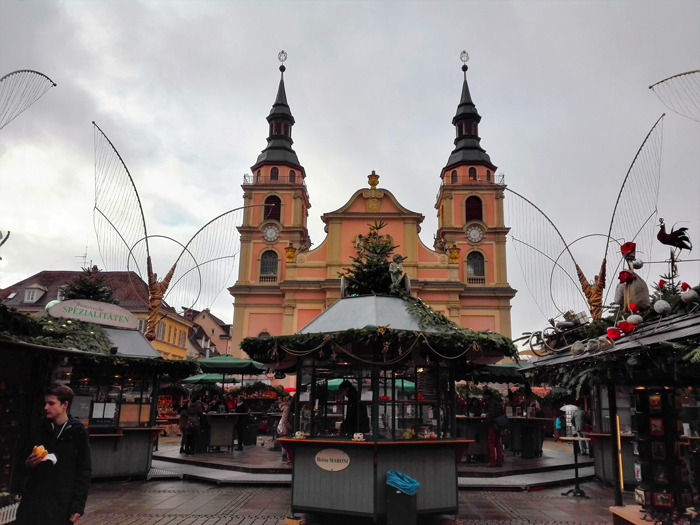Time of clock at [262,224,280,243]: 5:08
